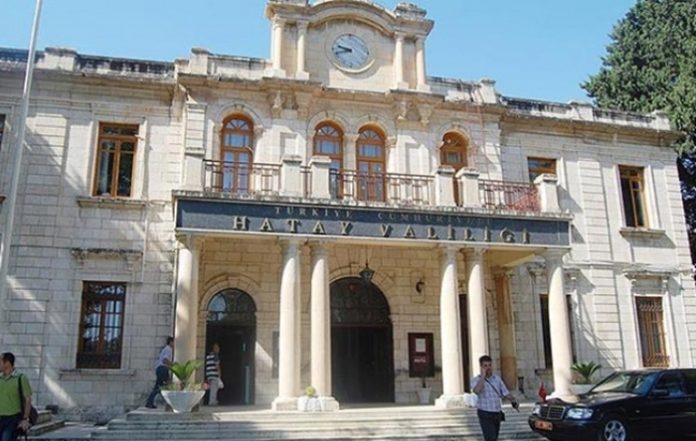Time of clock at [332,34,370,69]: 9:42
